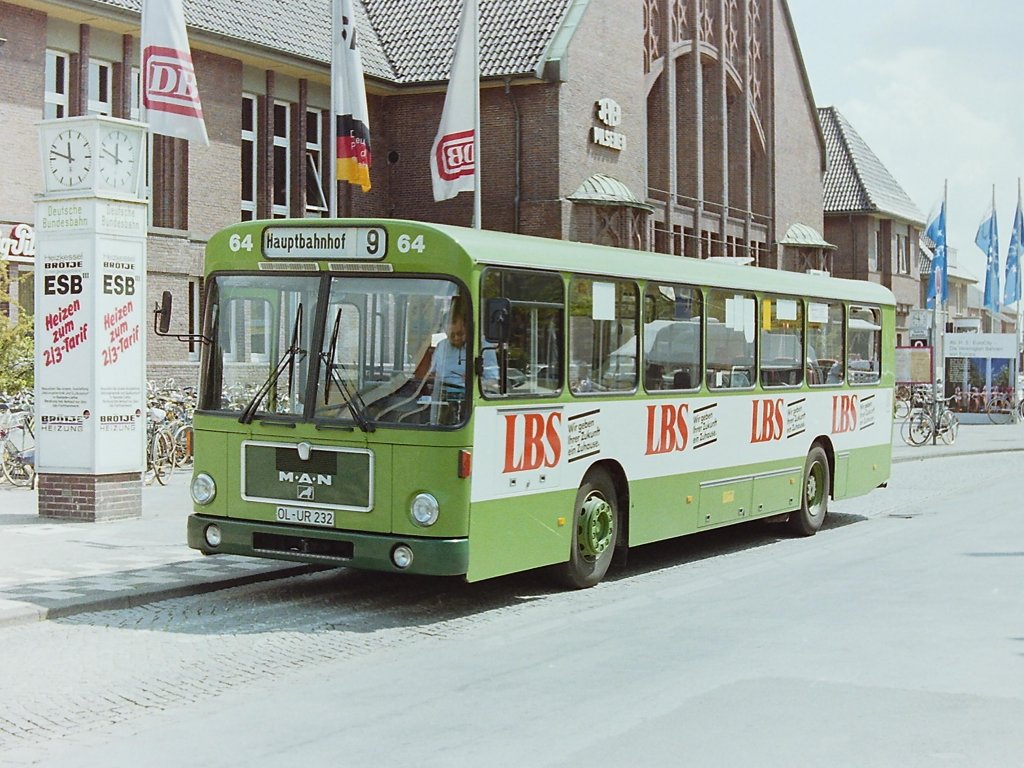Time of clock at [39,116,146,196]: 11:48
